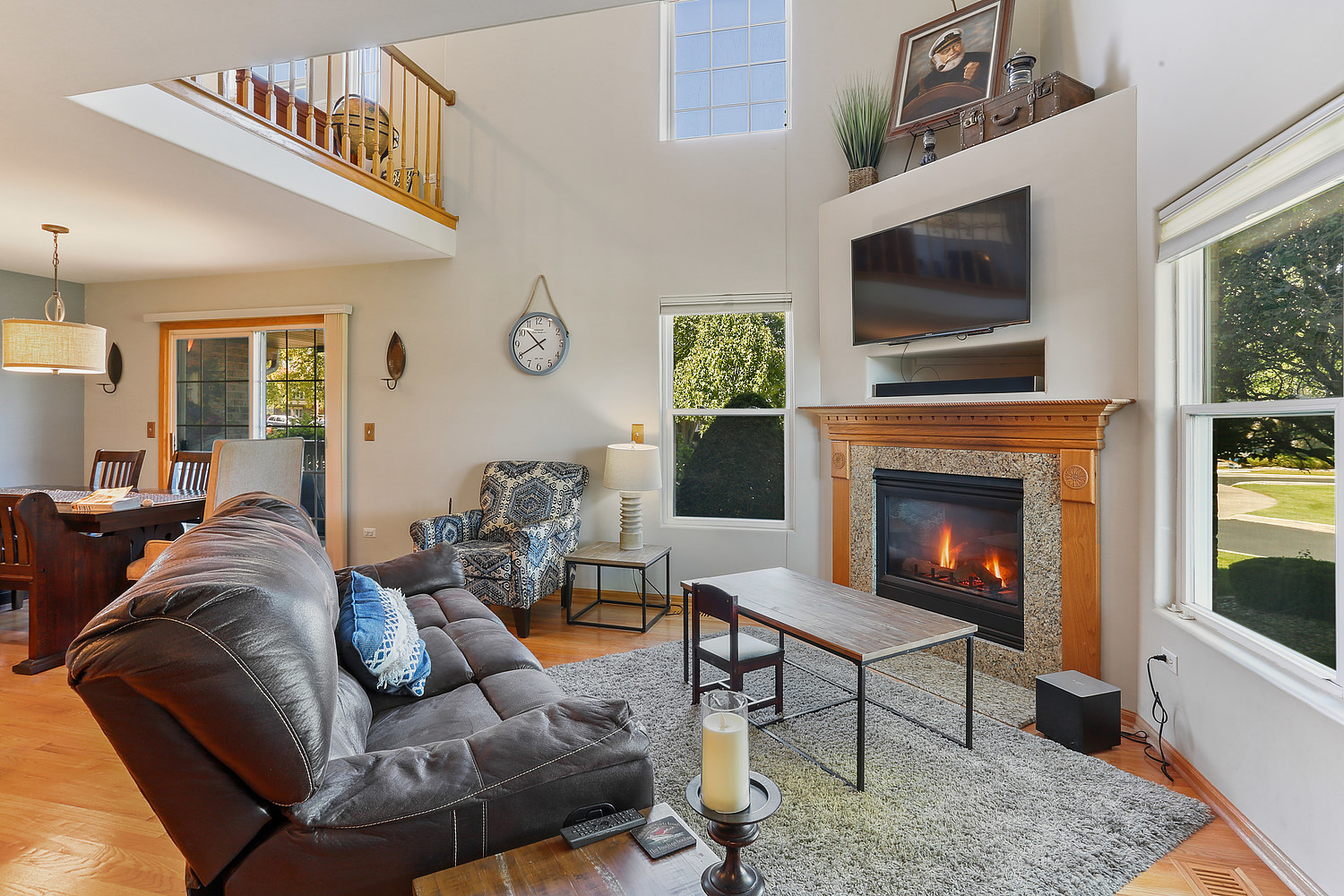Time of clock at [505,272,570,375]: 10:40
